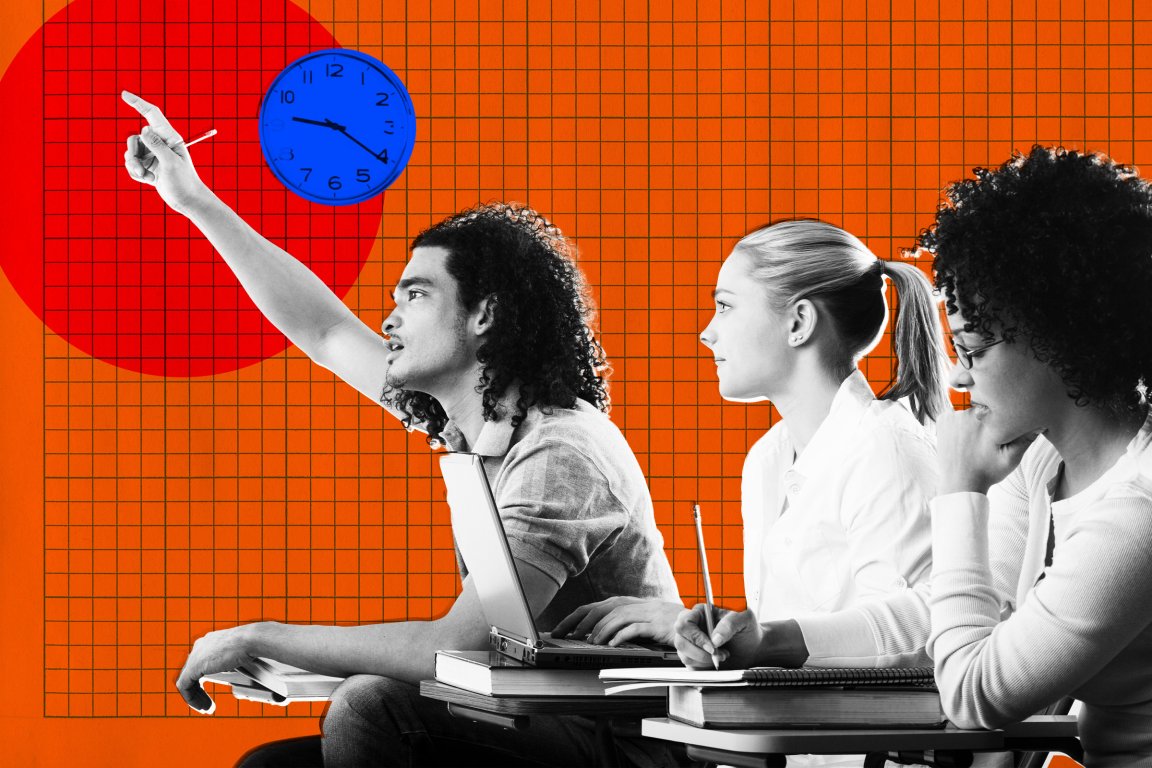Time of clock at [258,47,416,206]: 9:20
